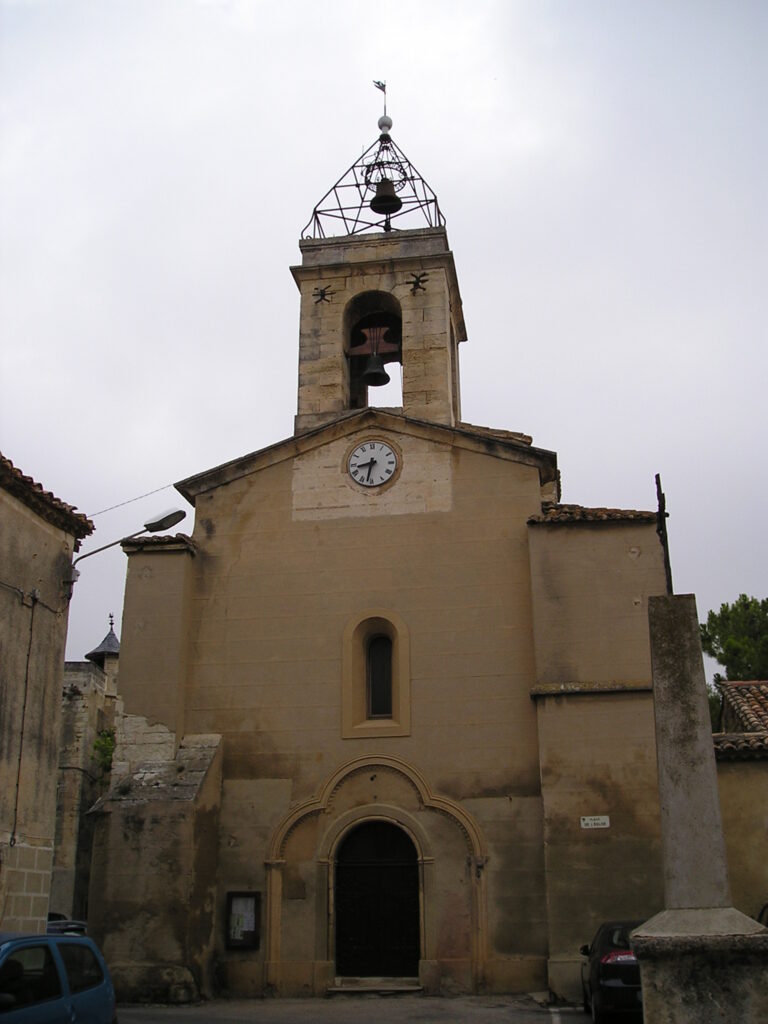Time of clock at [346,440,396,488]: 8:32
